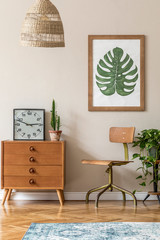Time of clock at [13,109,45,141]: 2:48
